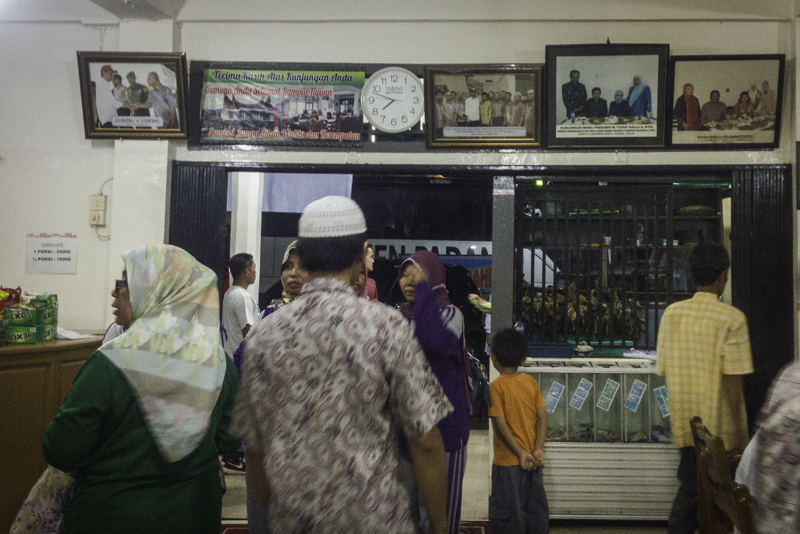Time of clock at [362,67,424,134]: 7:47
